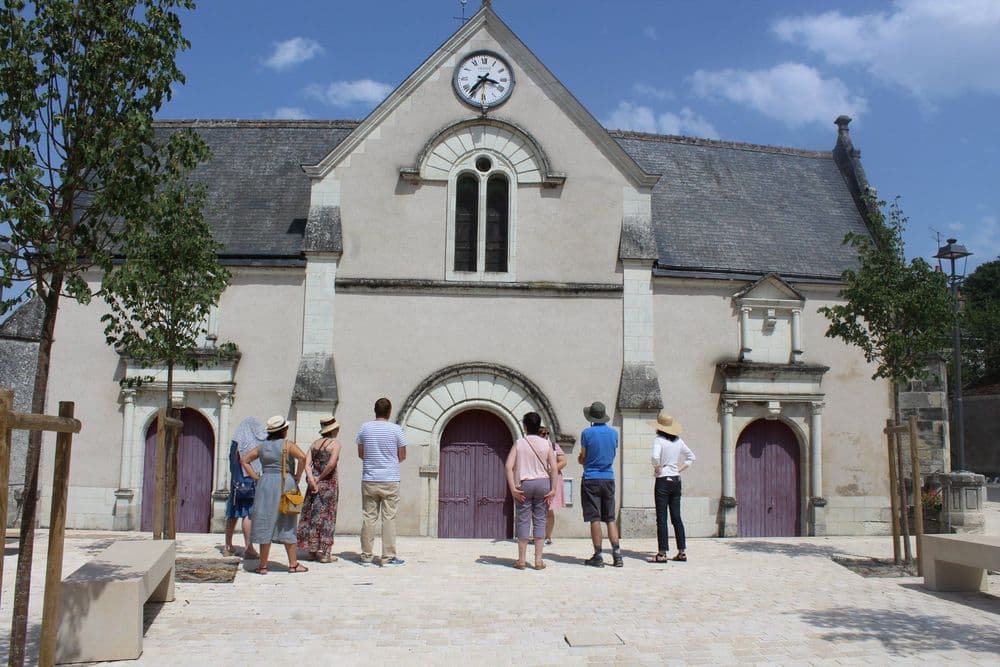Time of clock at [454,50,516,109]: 3:36
